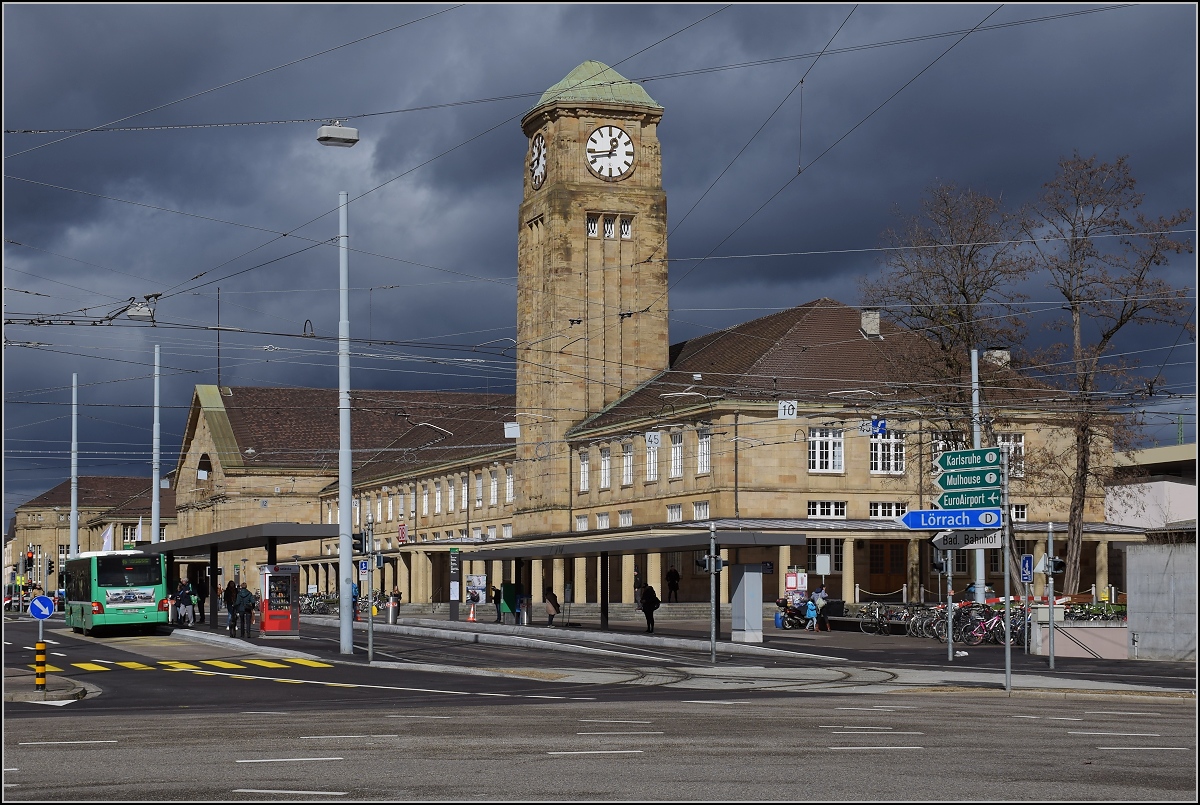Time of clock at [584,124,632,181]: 12:44
